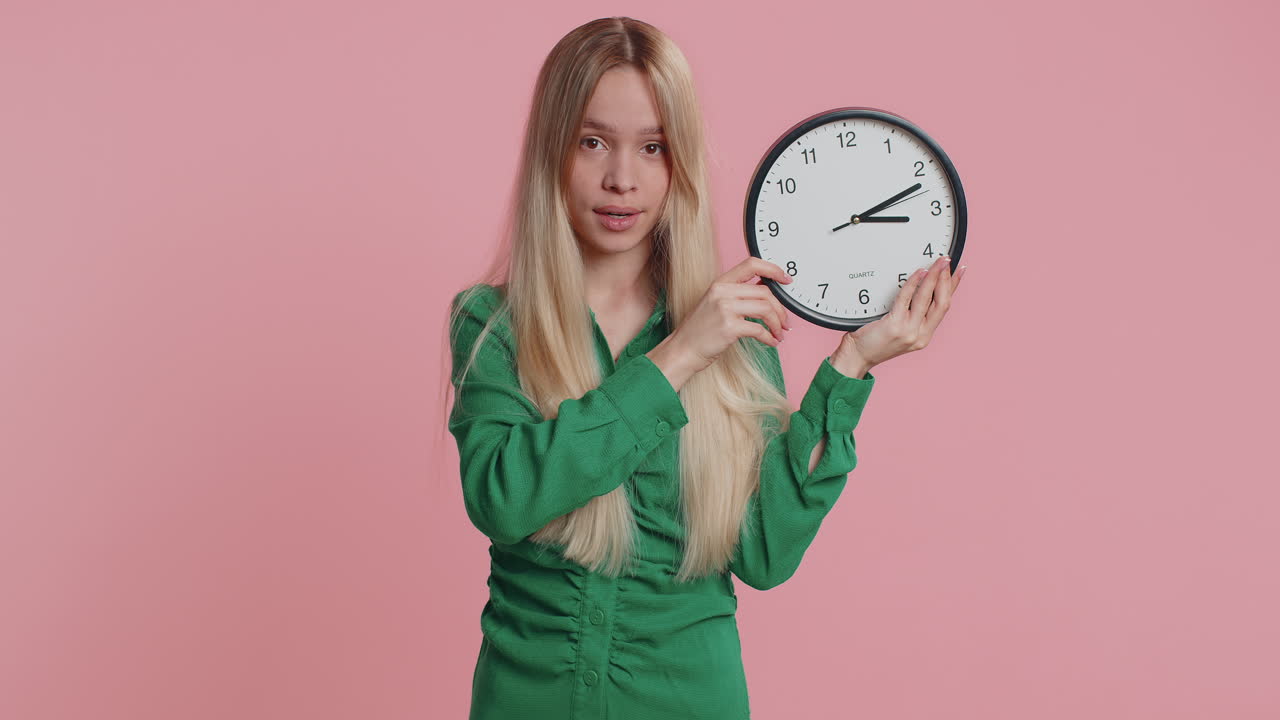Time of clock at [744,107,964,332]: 3:11
